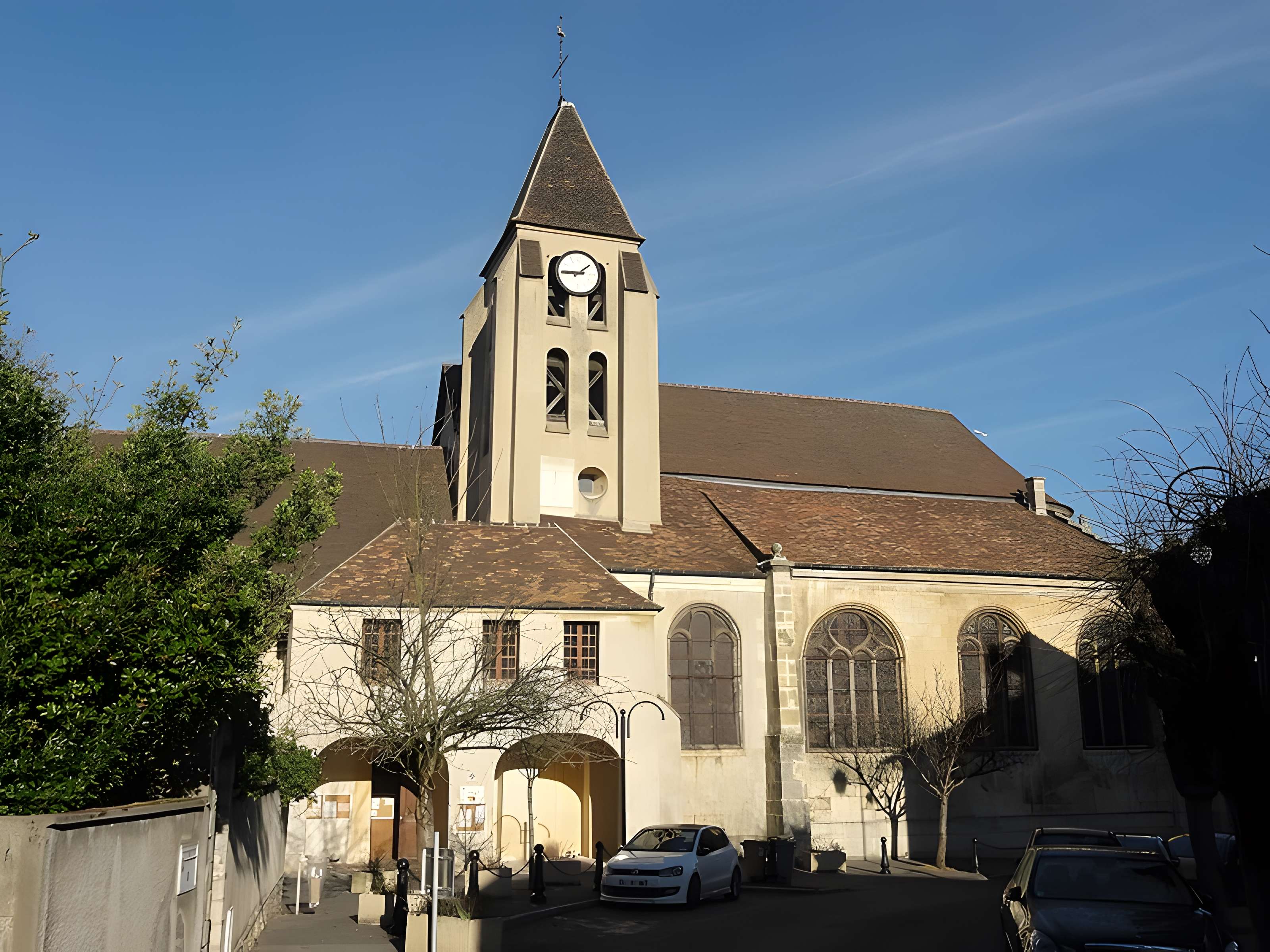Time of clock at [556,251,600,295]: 1:45
